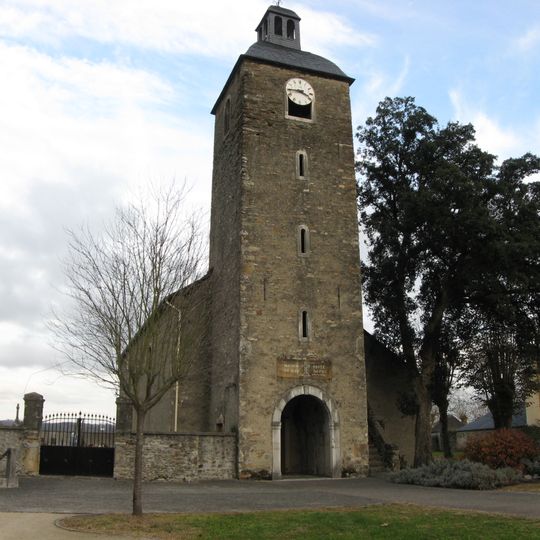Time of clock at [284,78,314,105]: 3:44
